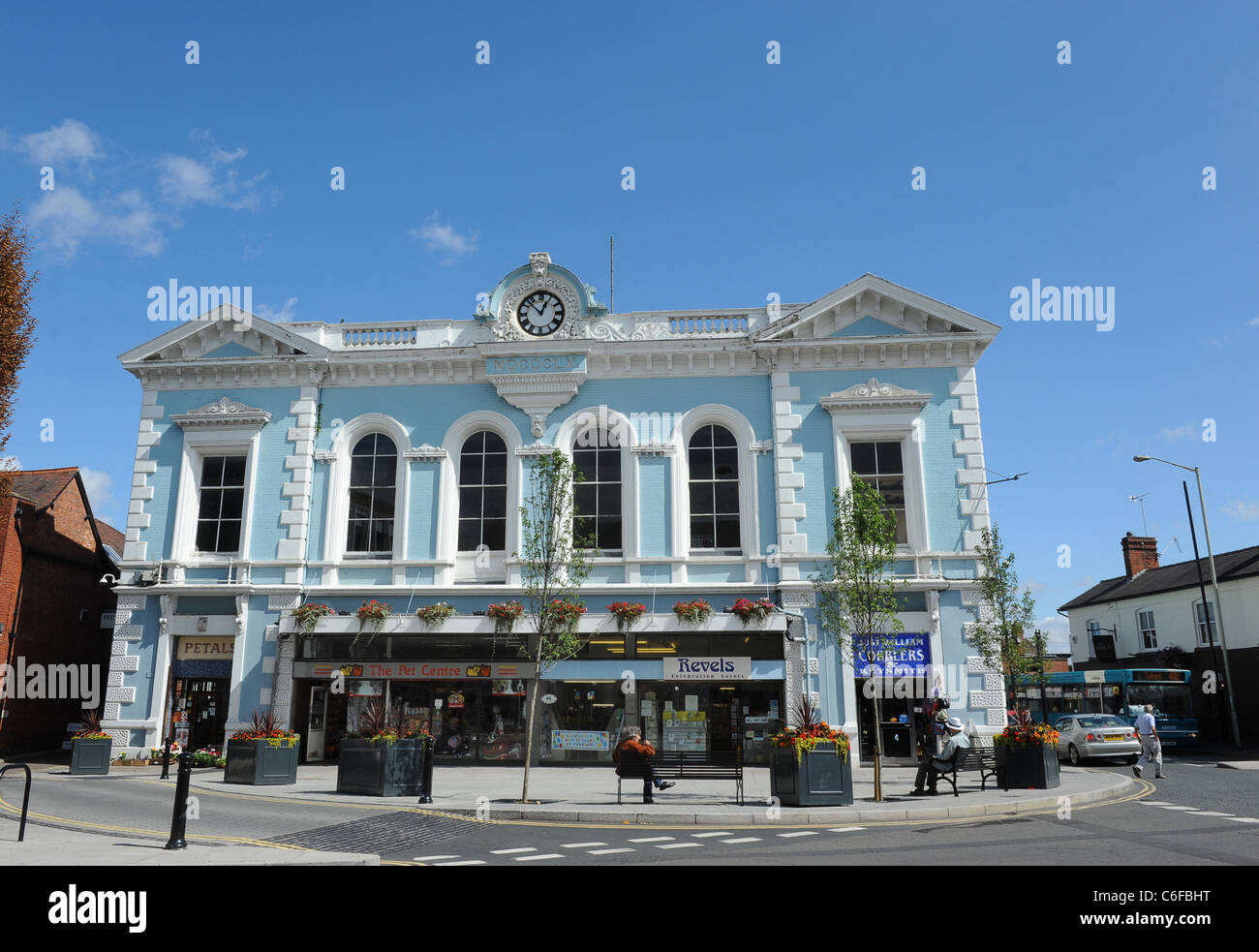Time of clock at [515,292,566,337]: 12:52
